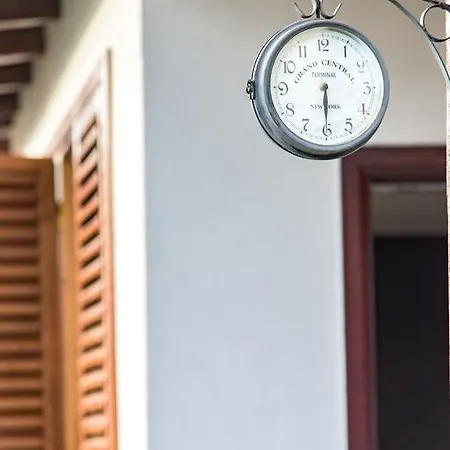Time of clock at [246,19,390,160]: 6:30
